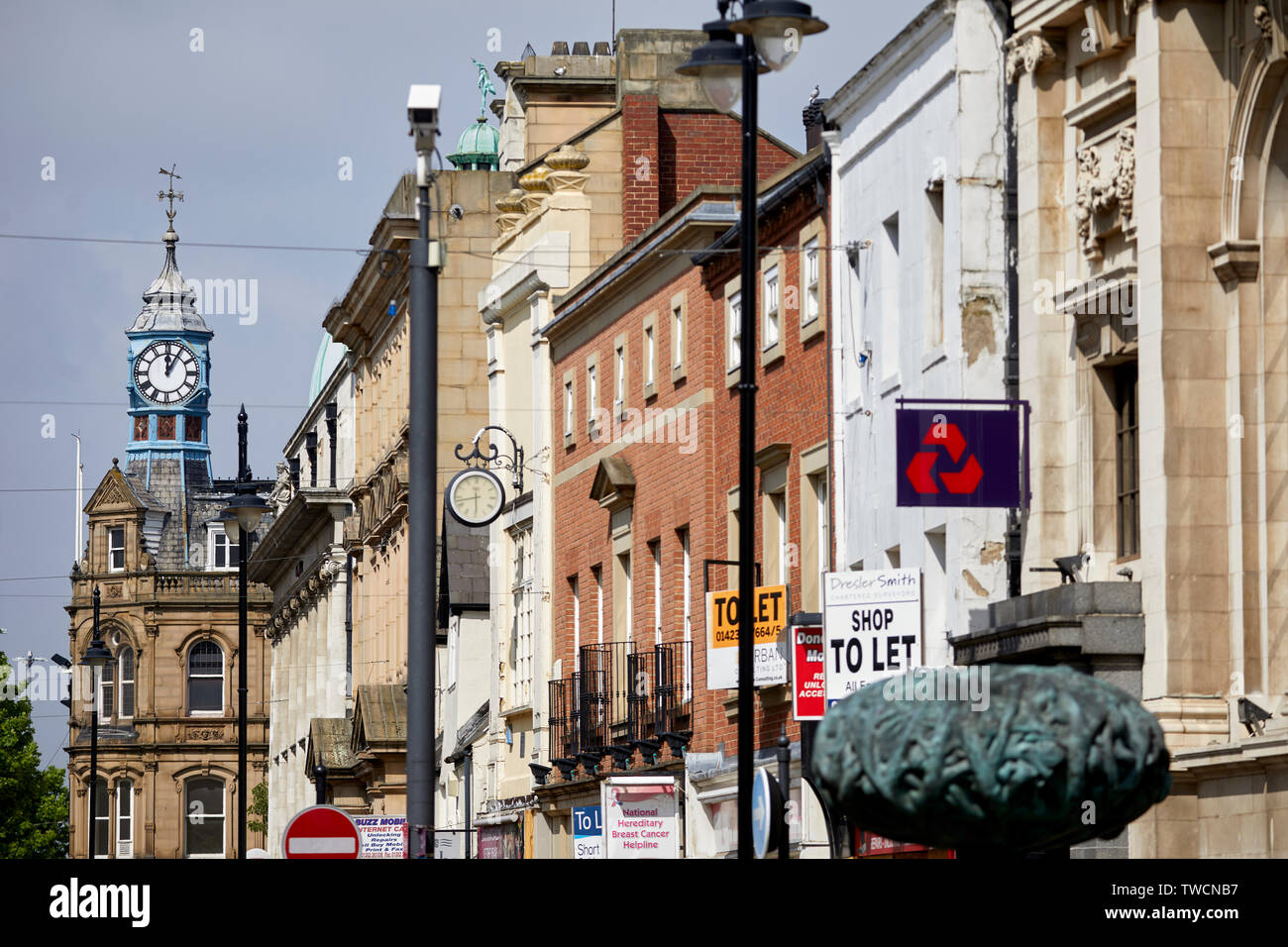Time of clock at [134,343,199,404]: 12:05
